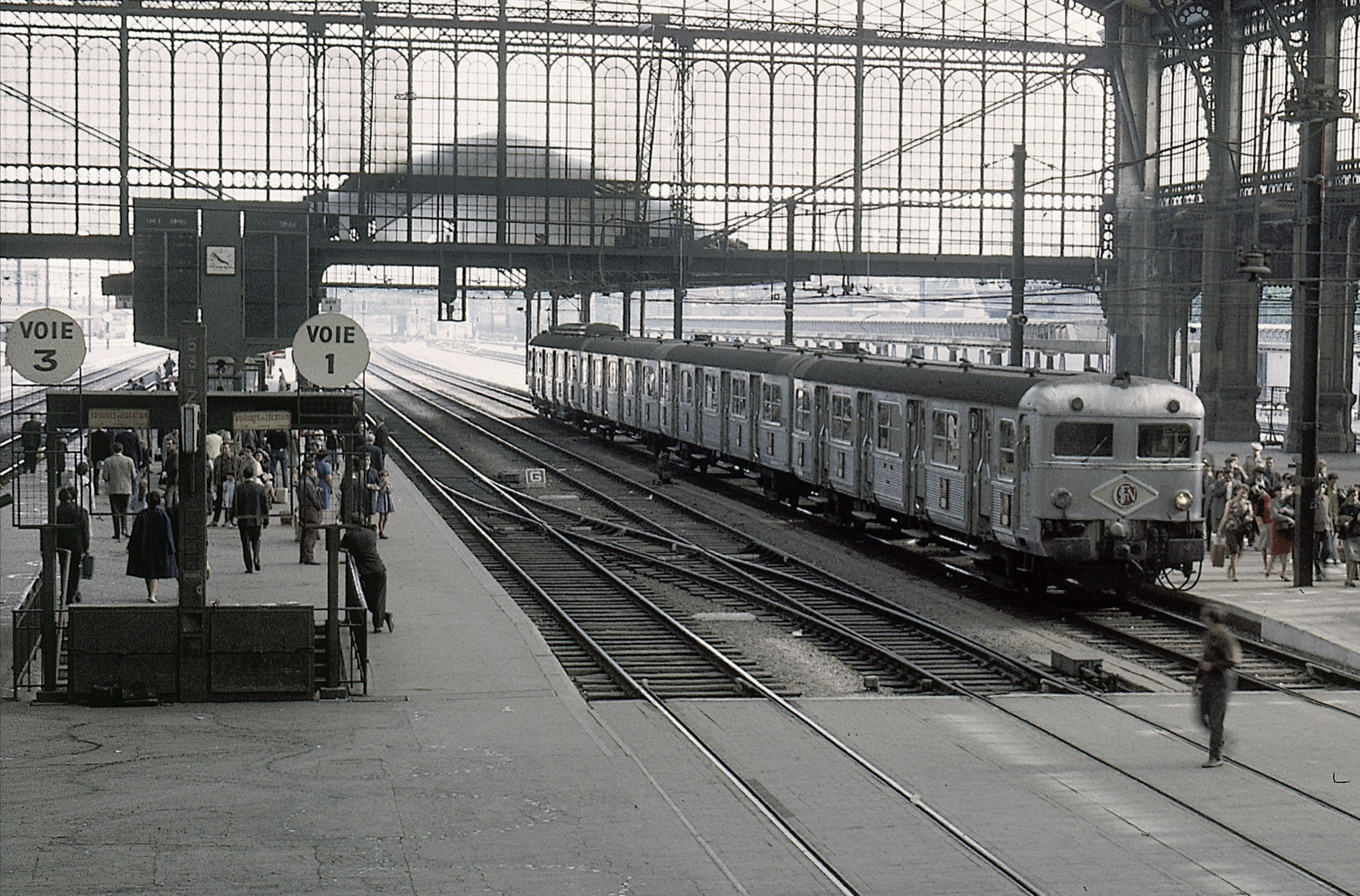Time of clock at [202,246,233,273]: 3:52
